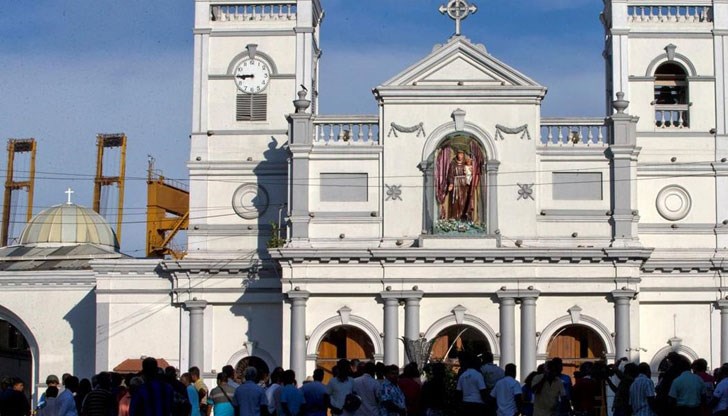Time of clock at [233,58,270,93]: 8:45
